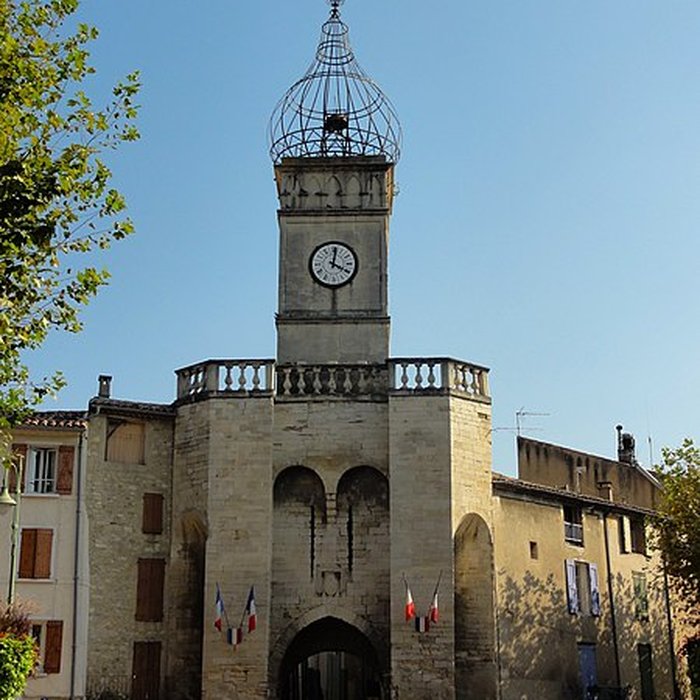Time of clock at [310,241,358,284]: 4:01
